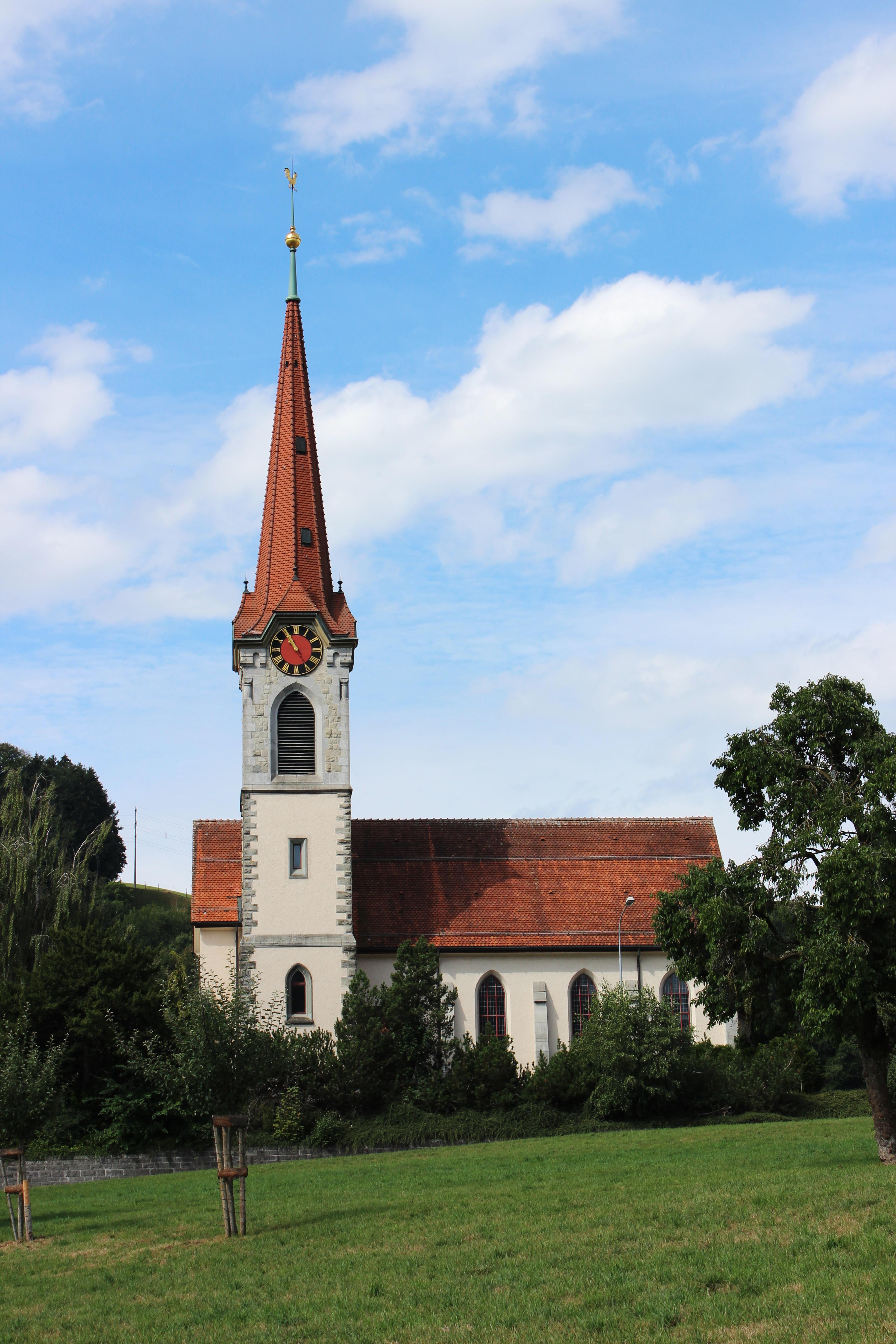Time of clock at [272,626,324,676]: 10:55
